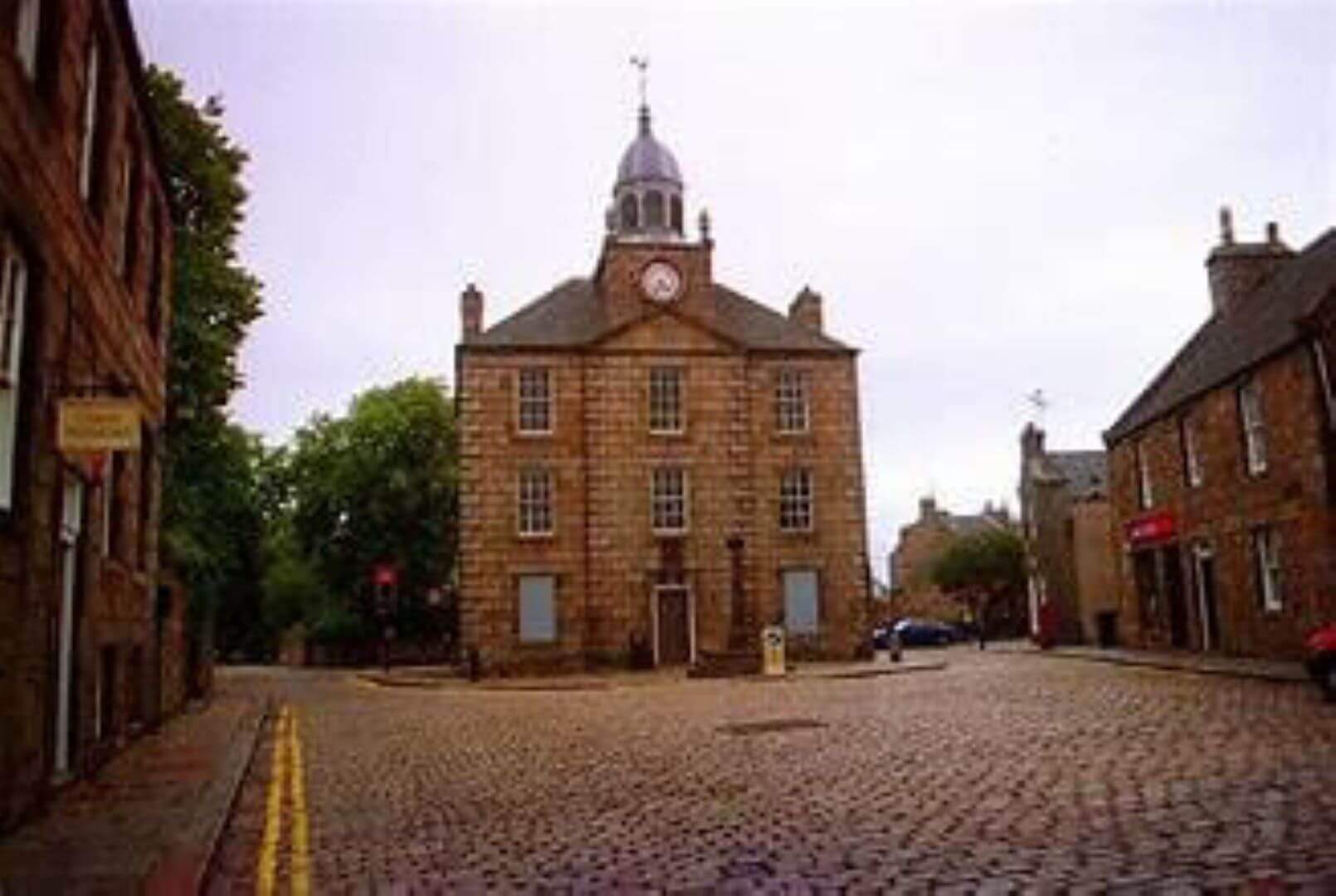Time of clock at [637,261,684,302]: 4:35
